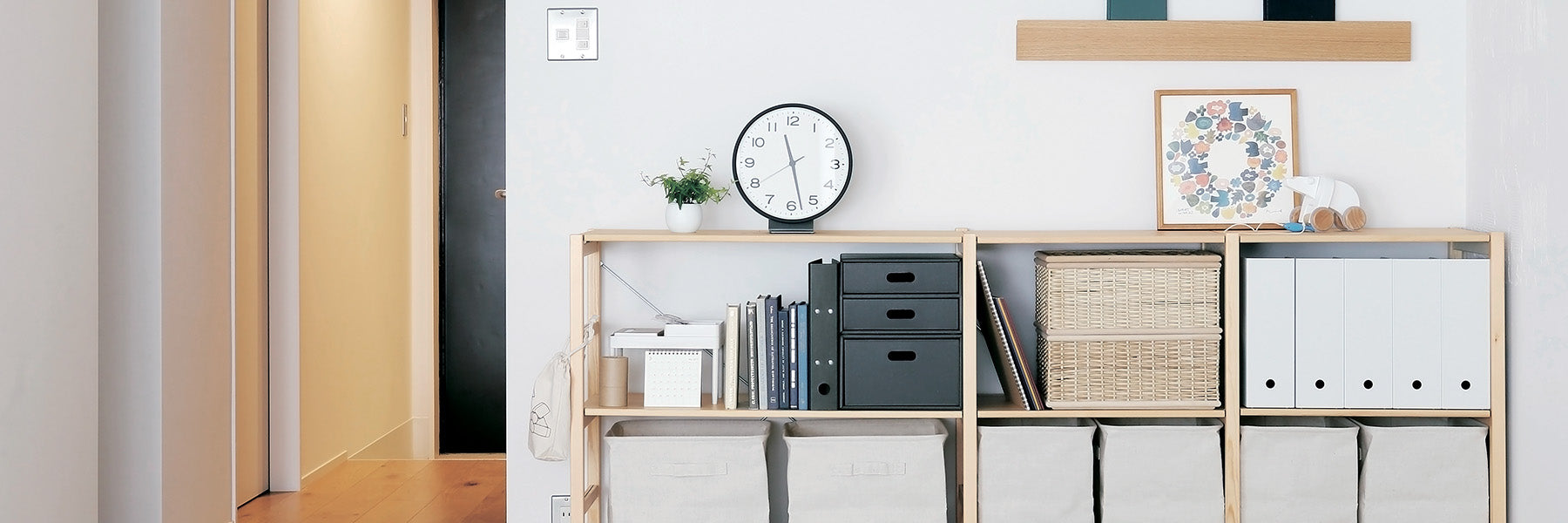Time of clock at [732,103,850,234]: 11:28
